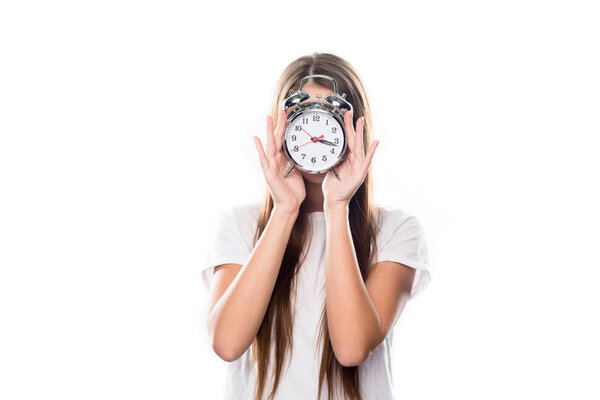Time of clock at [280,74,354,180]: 3:17
